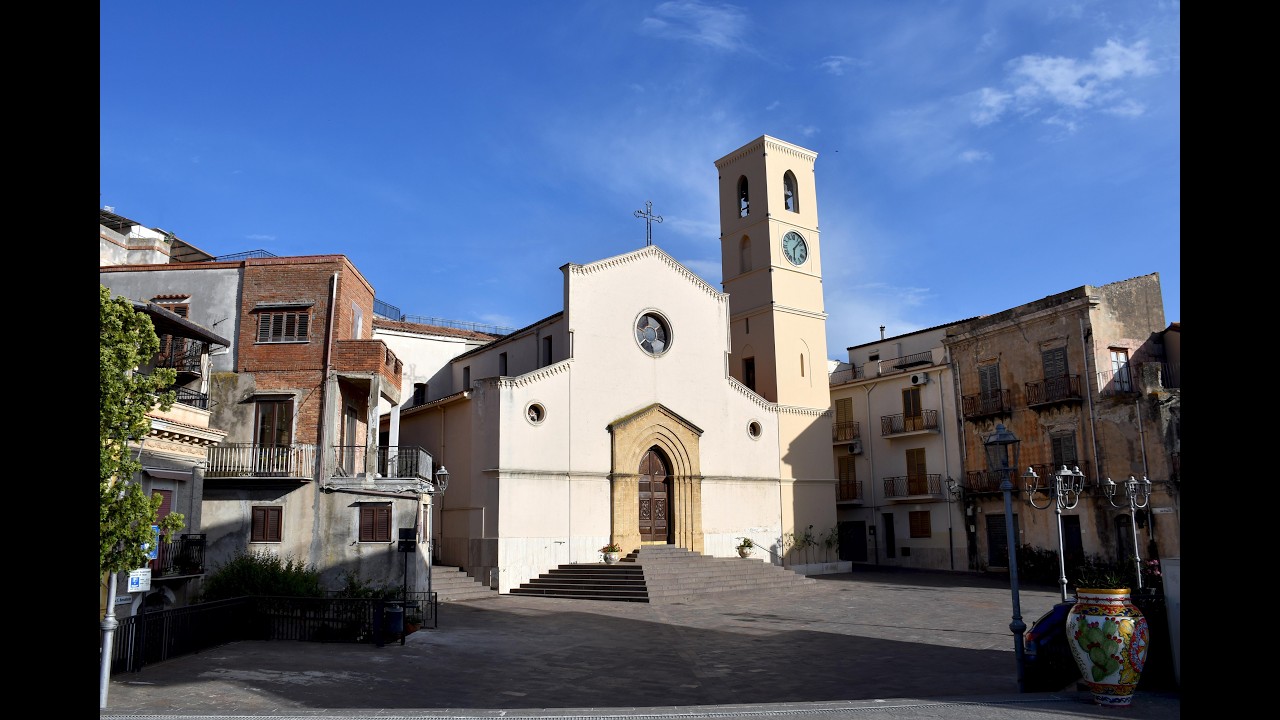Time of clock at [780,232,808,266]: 6:07
